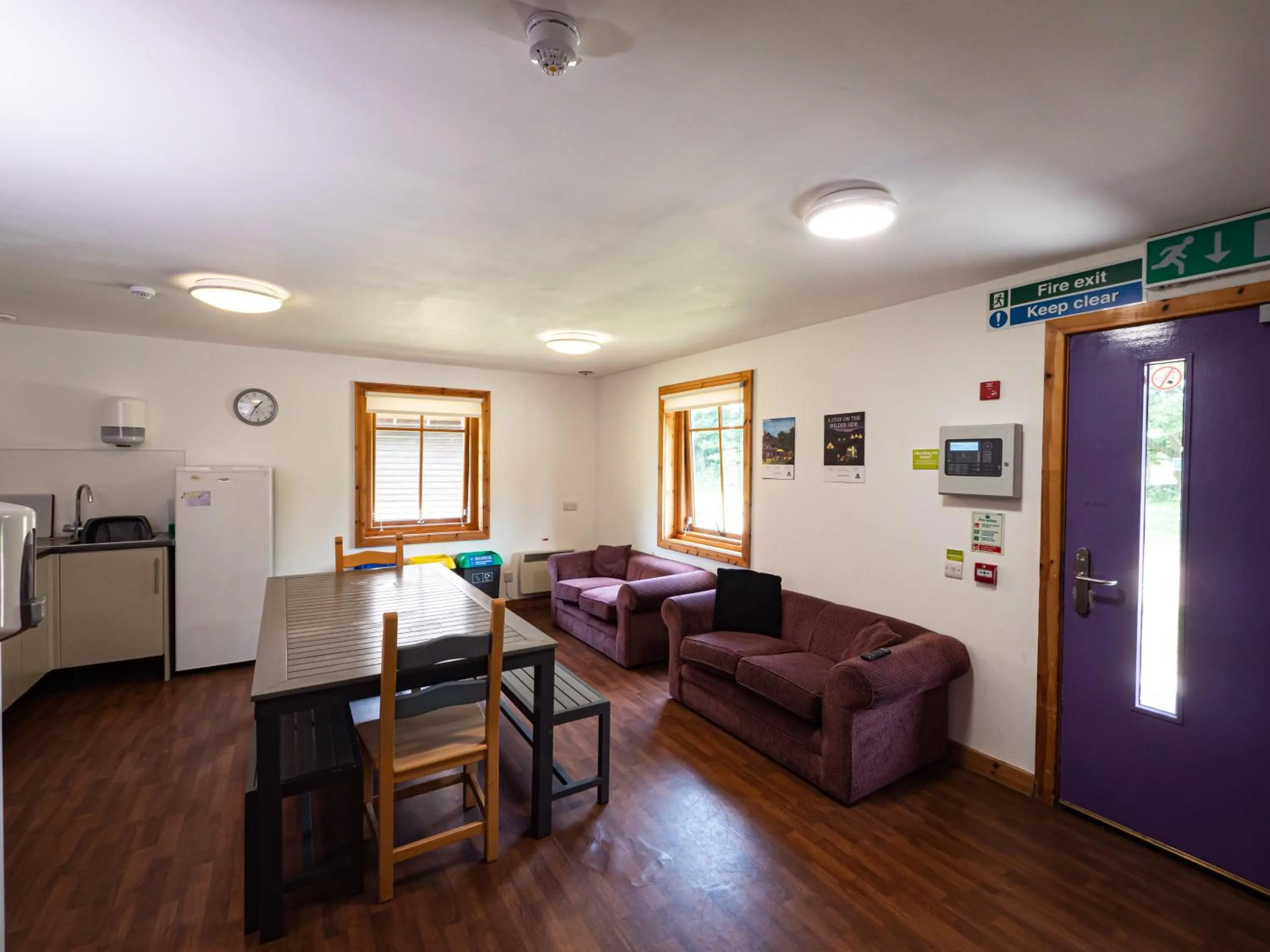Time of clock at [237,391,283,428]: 1:35
